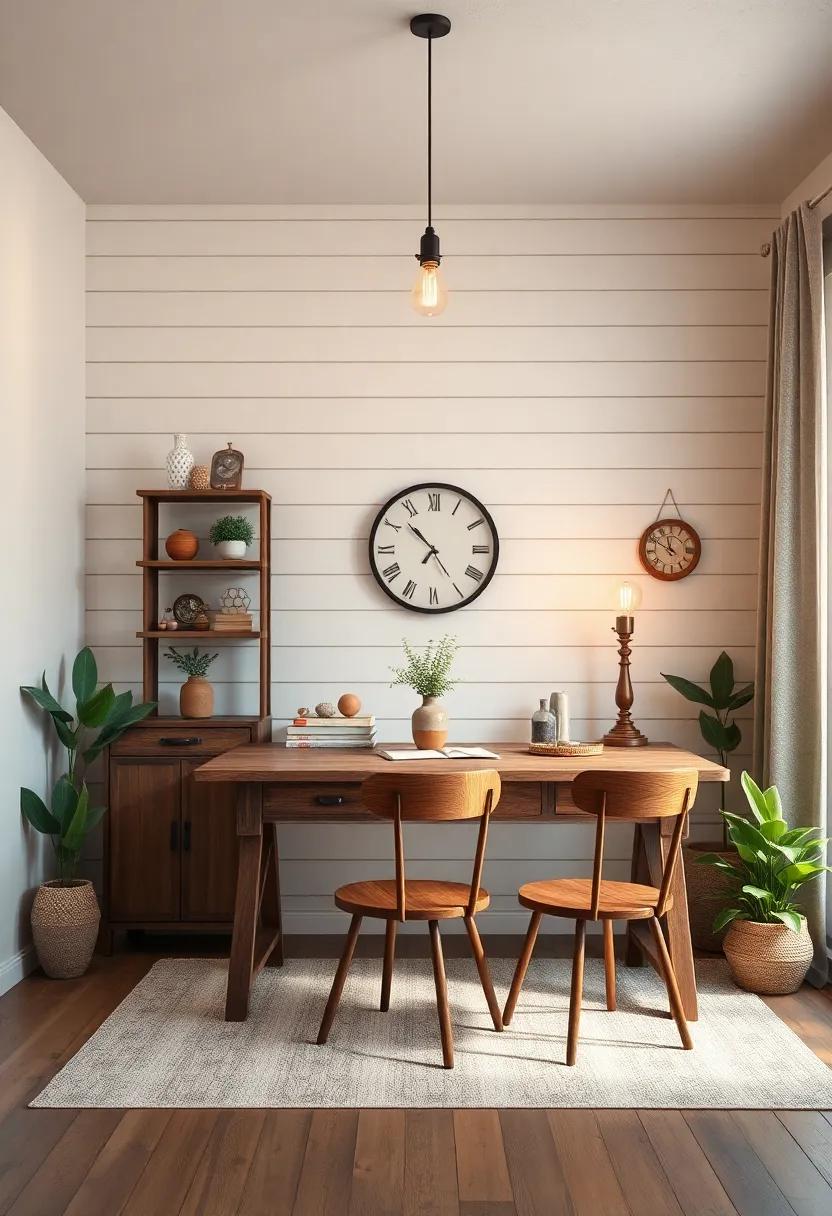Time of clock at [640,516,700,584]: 11:50
